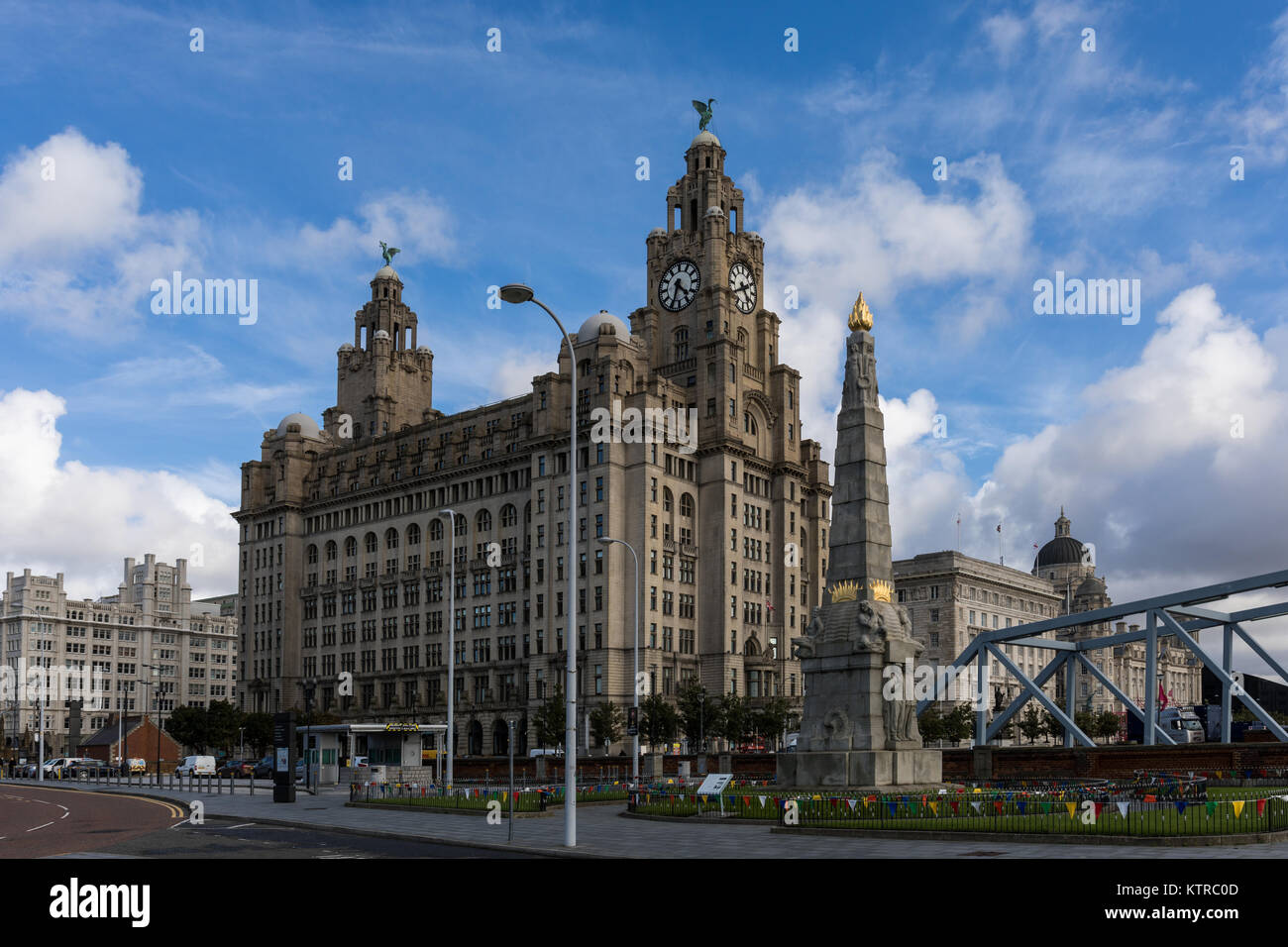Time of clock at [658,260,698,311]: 4:33
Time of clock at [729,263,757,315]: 4:40
